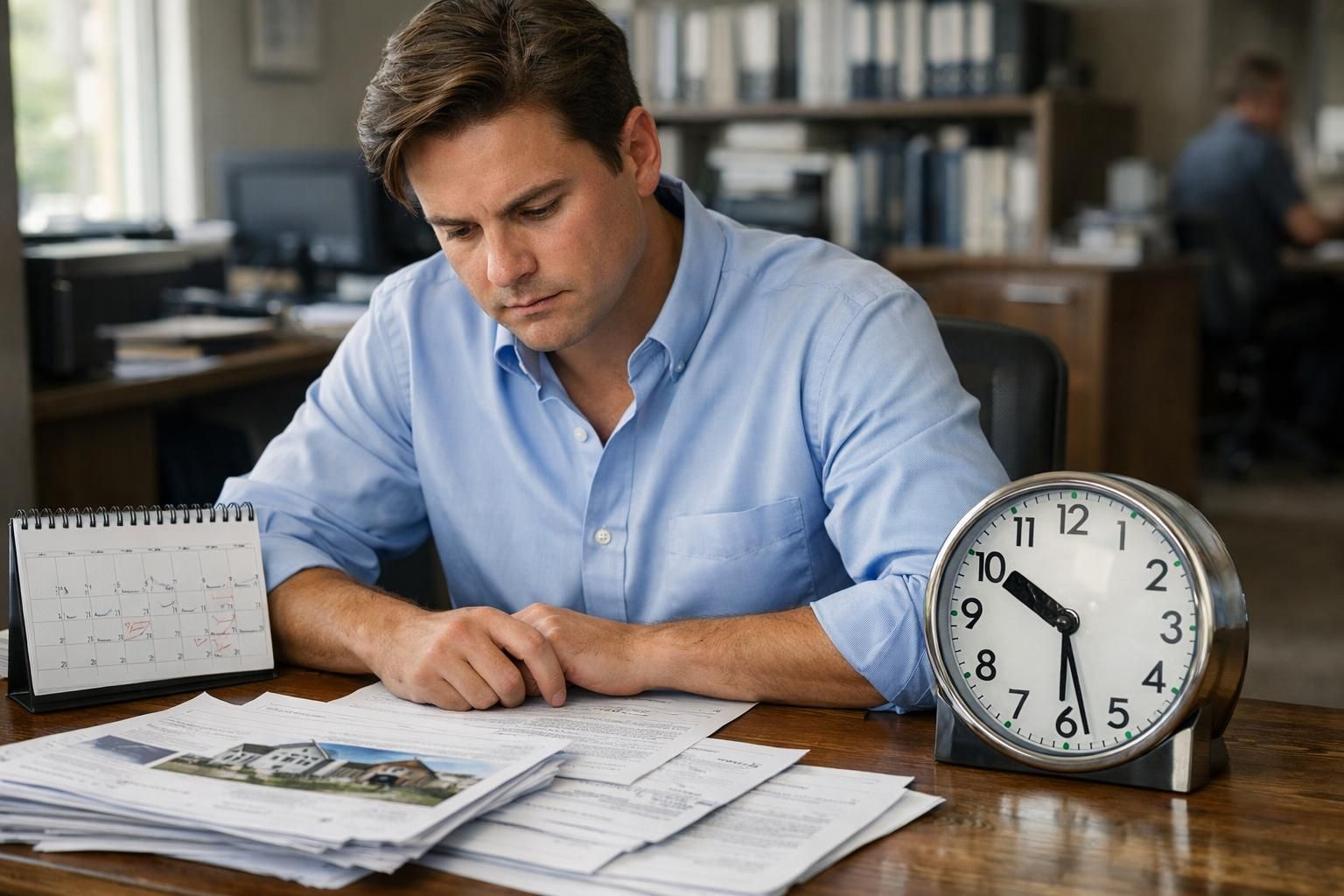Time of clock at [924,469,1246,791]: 10:28
